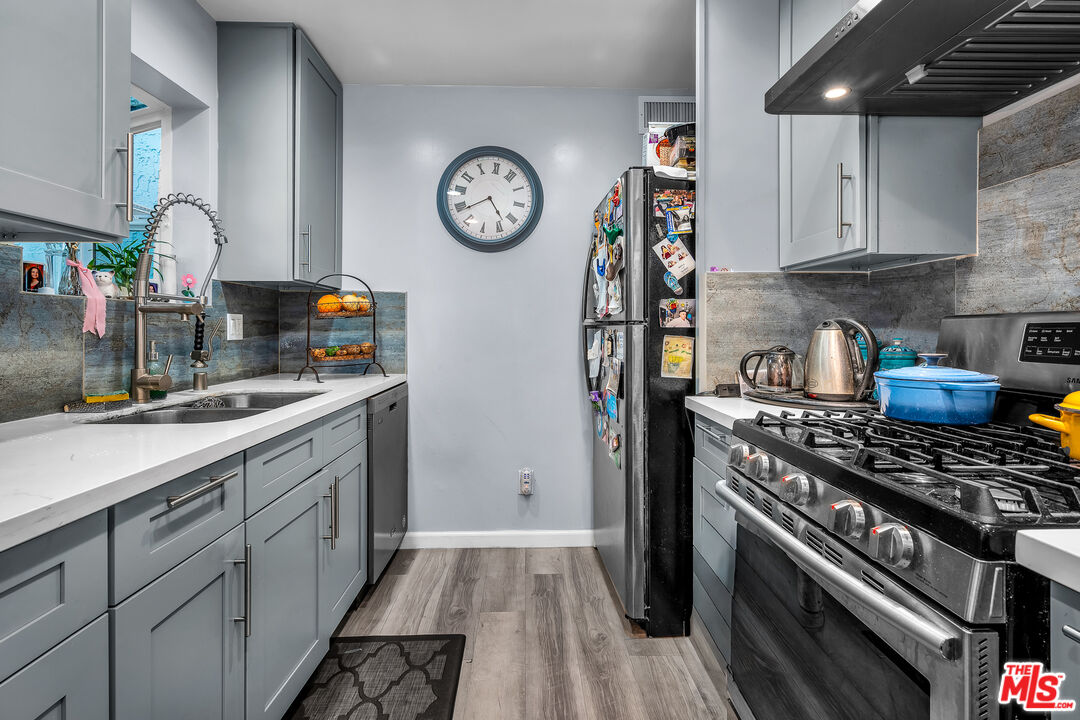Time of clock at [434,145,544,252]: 4:38
